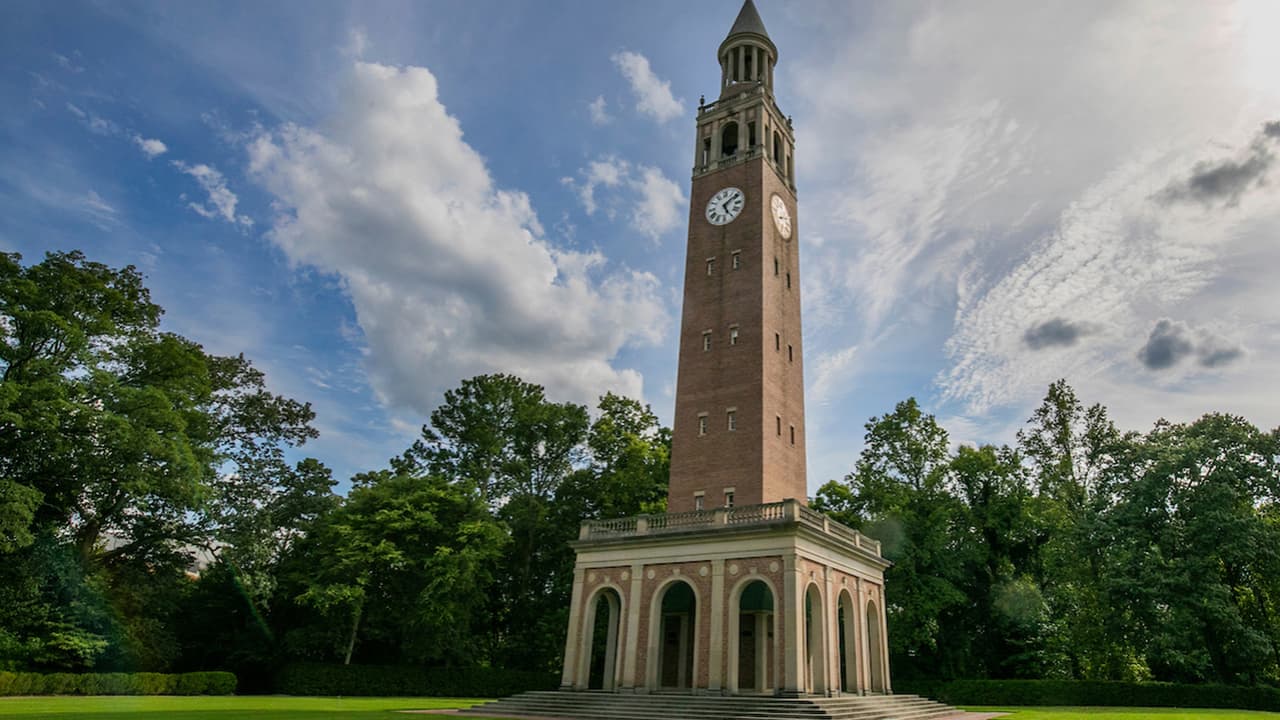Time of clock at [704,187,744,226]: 5:08
